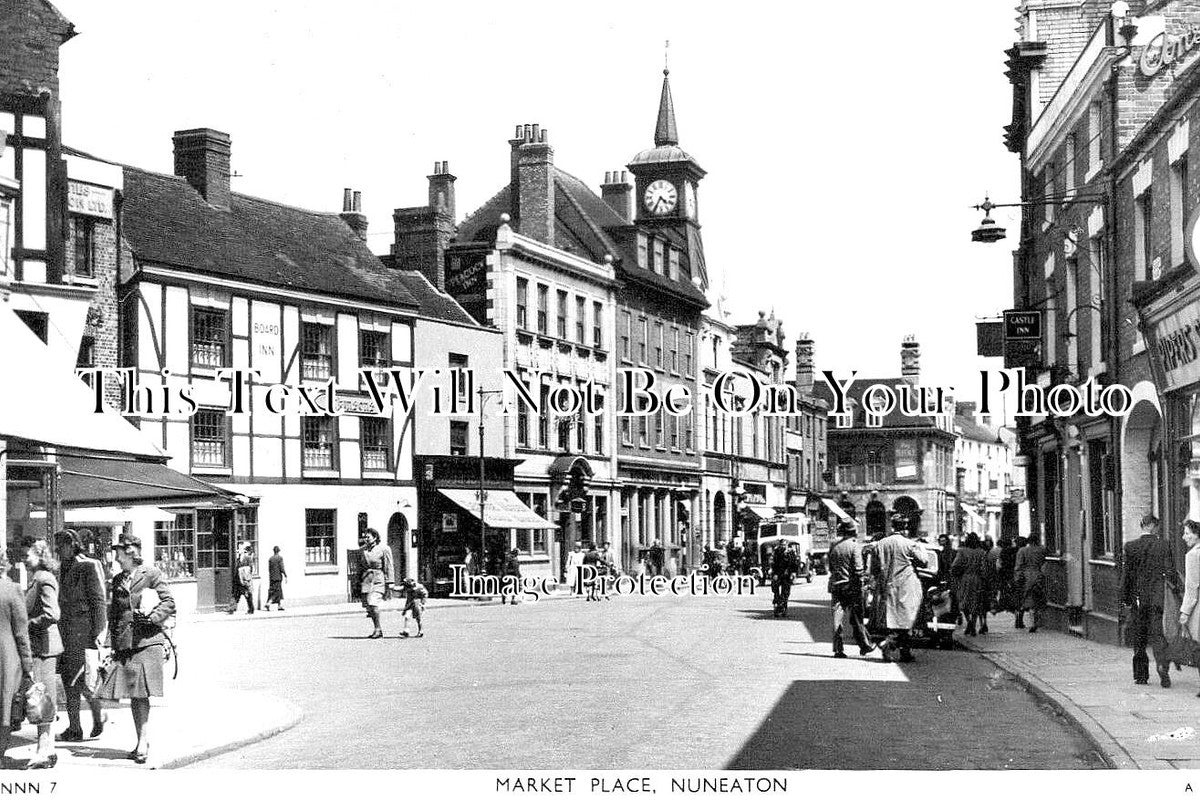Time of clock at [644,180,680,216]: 4:35
